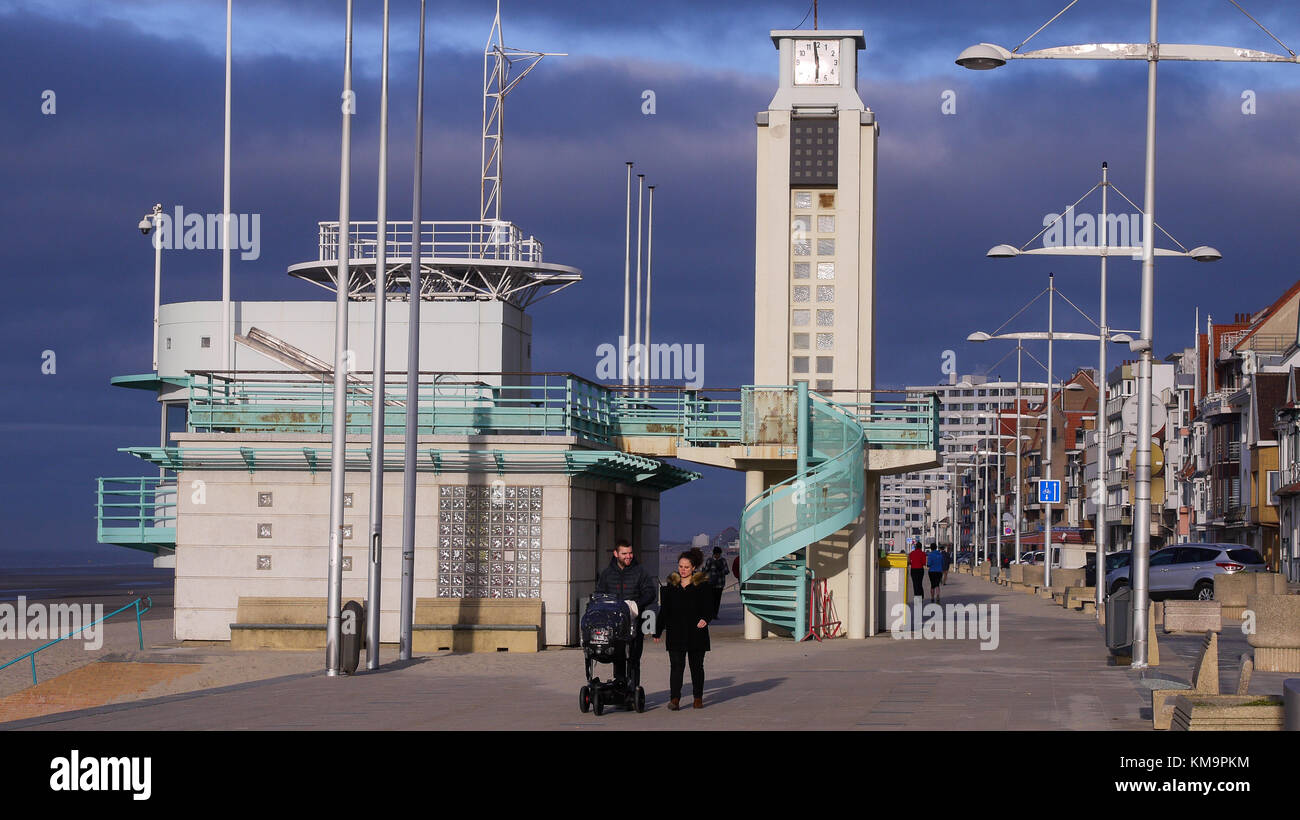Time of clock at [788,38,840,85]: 5:58
